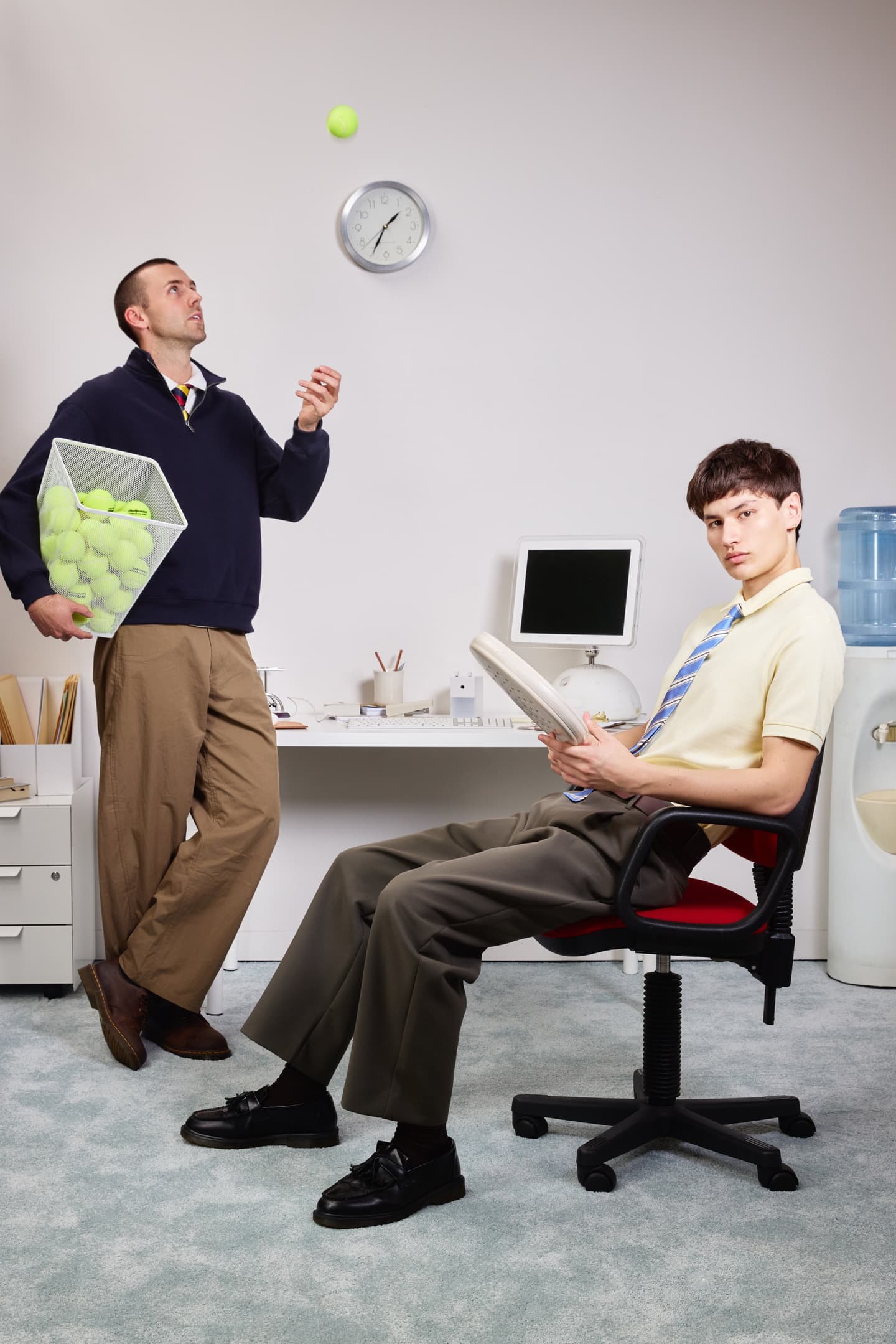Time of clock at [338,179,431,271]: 1:34
